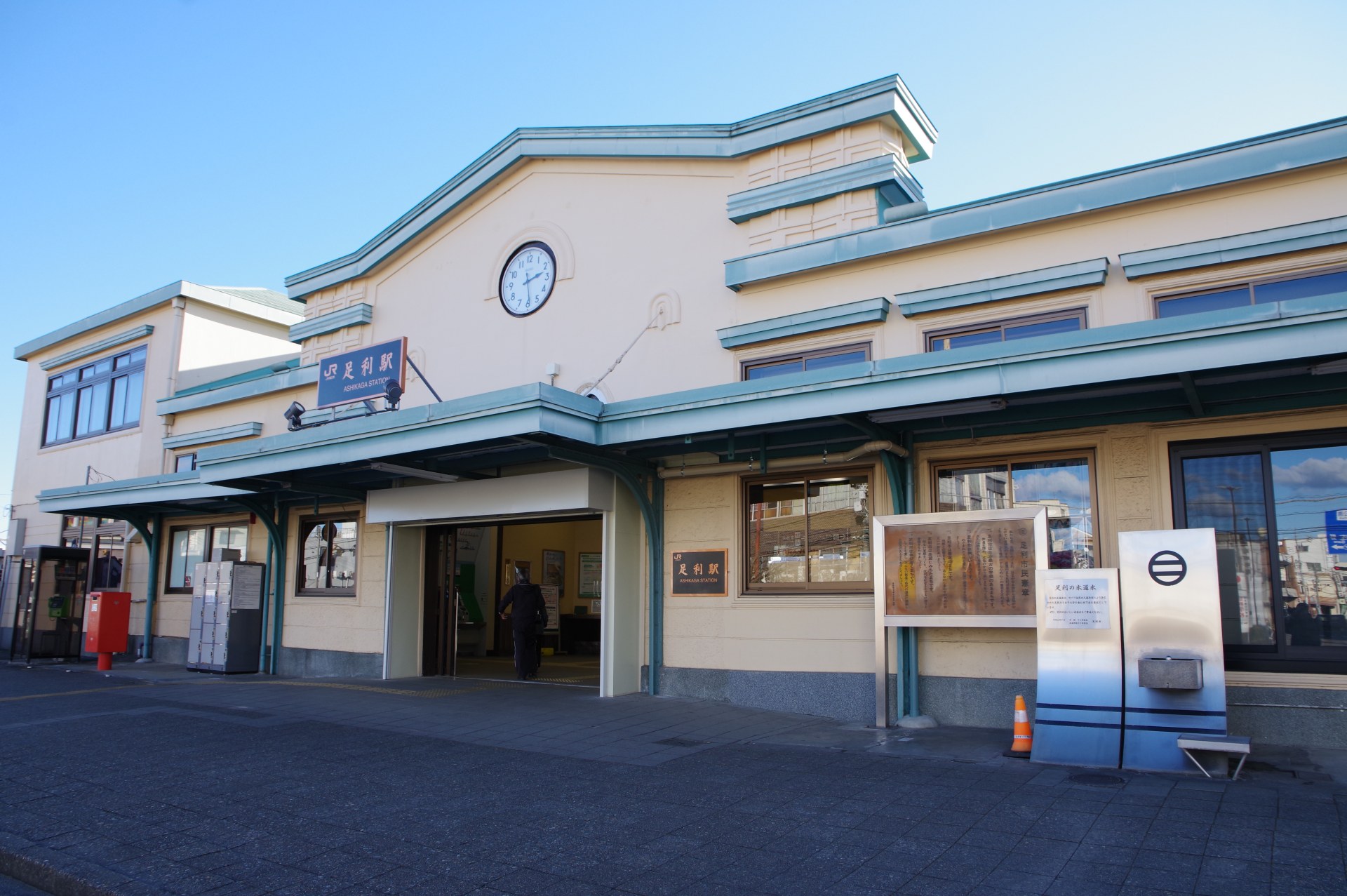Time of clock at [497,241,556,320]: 2:29
